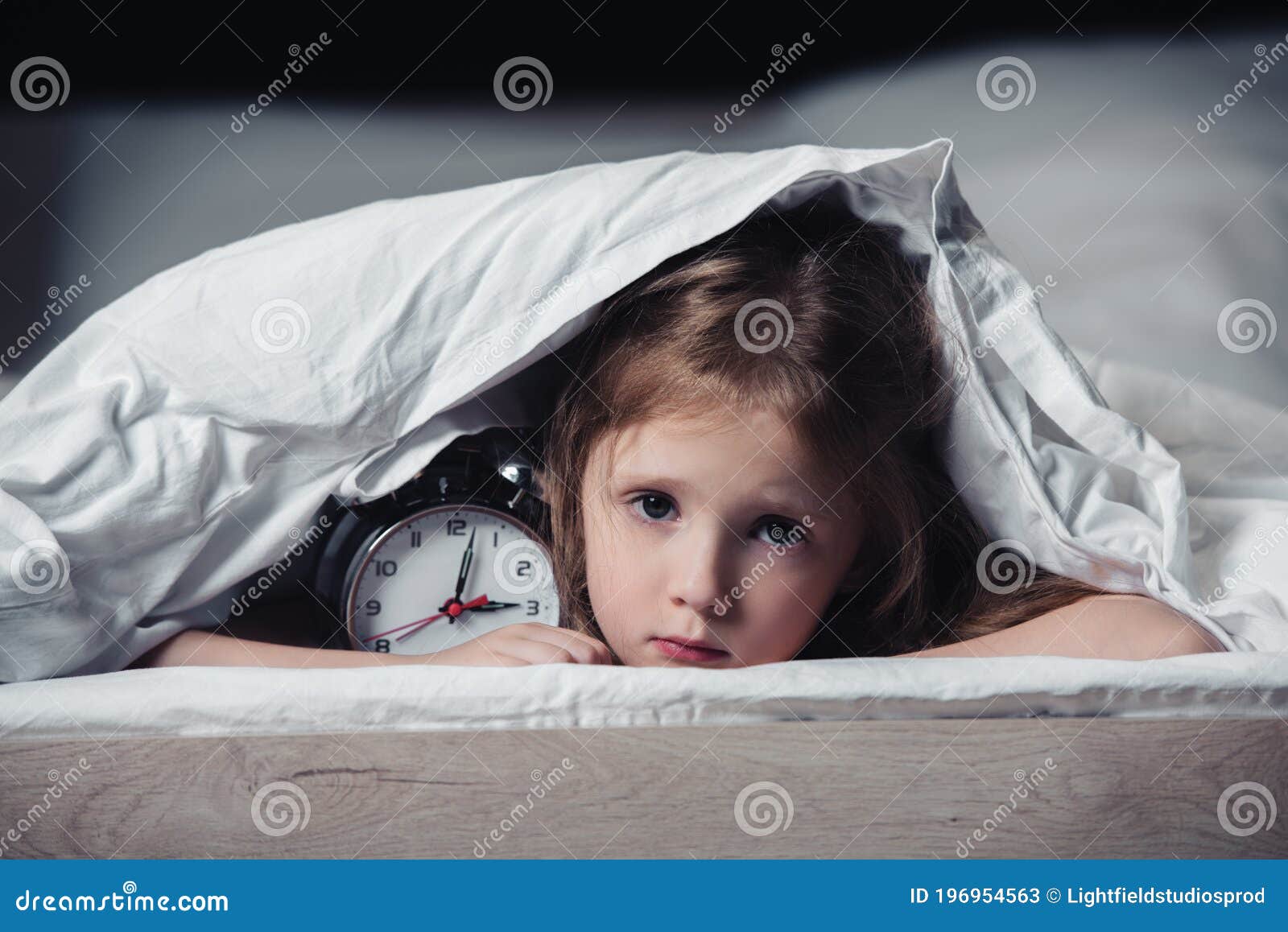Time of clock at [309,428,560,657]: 3:02
